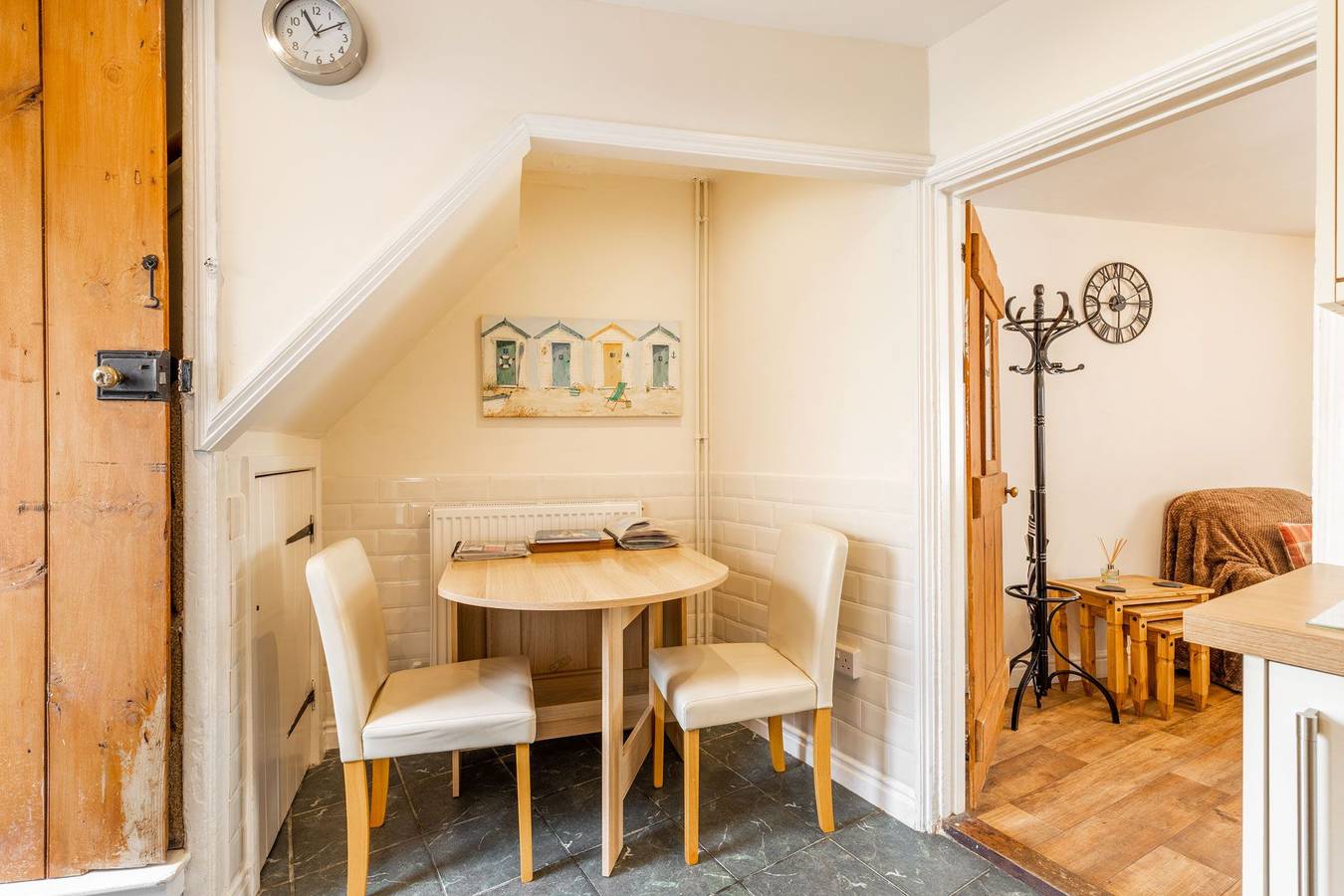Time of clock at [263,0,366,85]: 11:10
